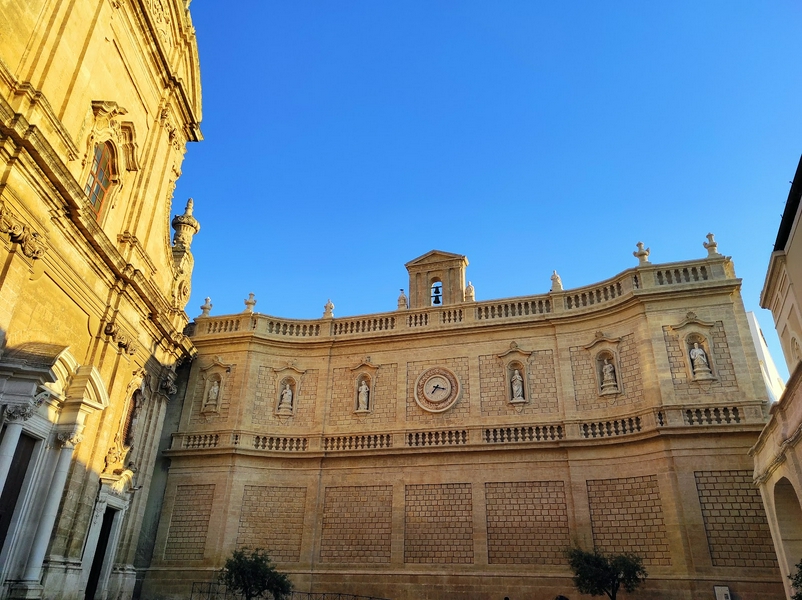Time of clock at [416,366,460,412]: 7:17
